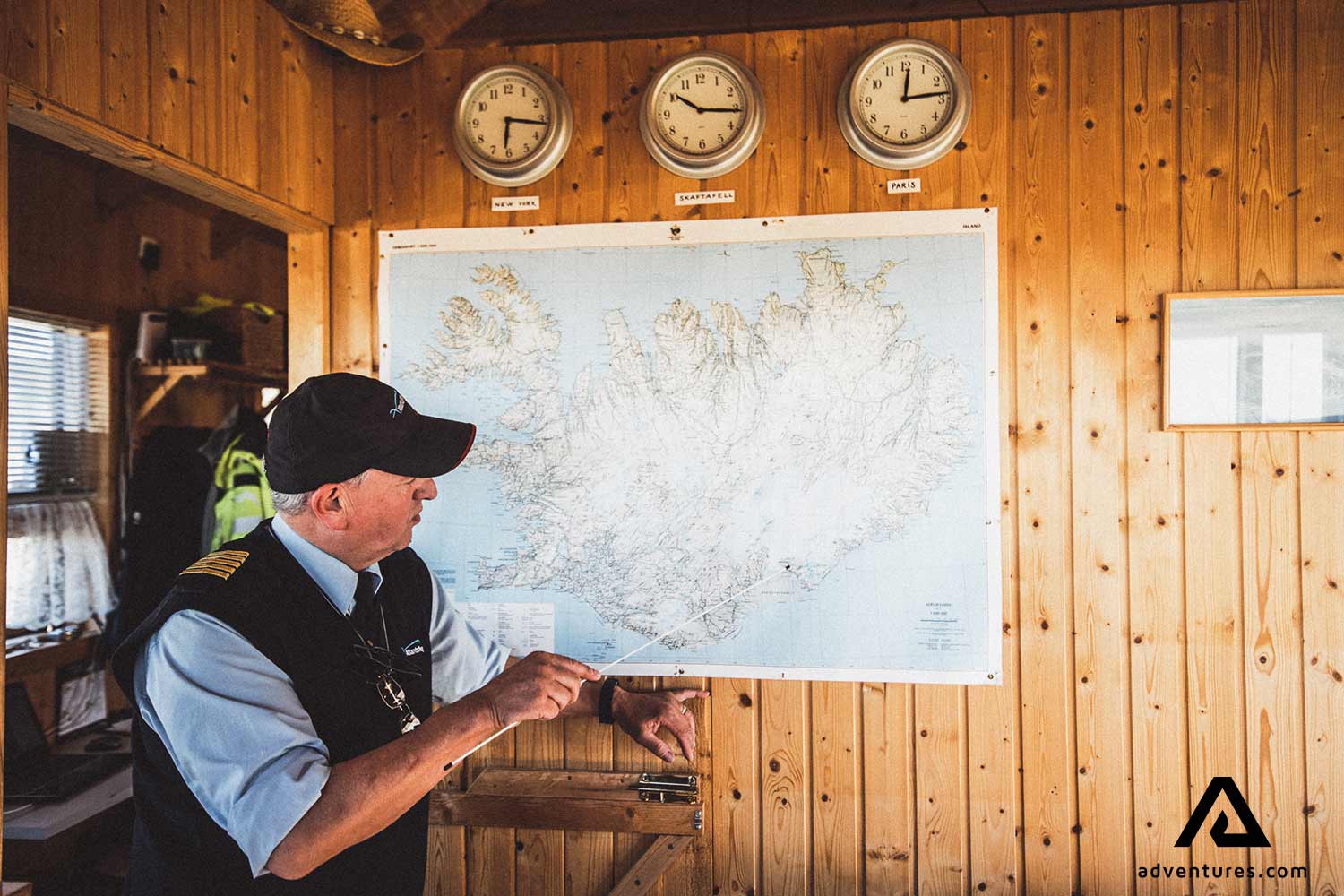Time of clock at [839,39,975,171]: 12:13
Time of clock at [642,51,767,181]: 10:15
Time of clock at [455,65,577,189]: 6:16
